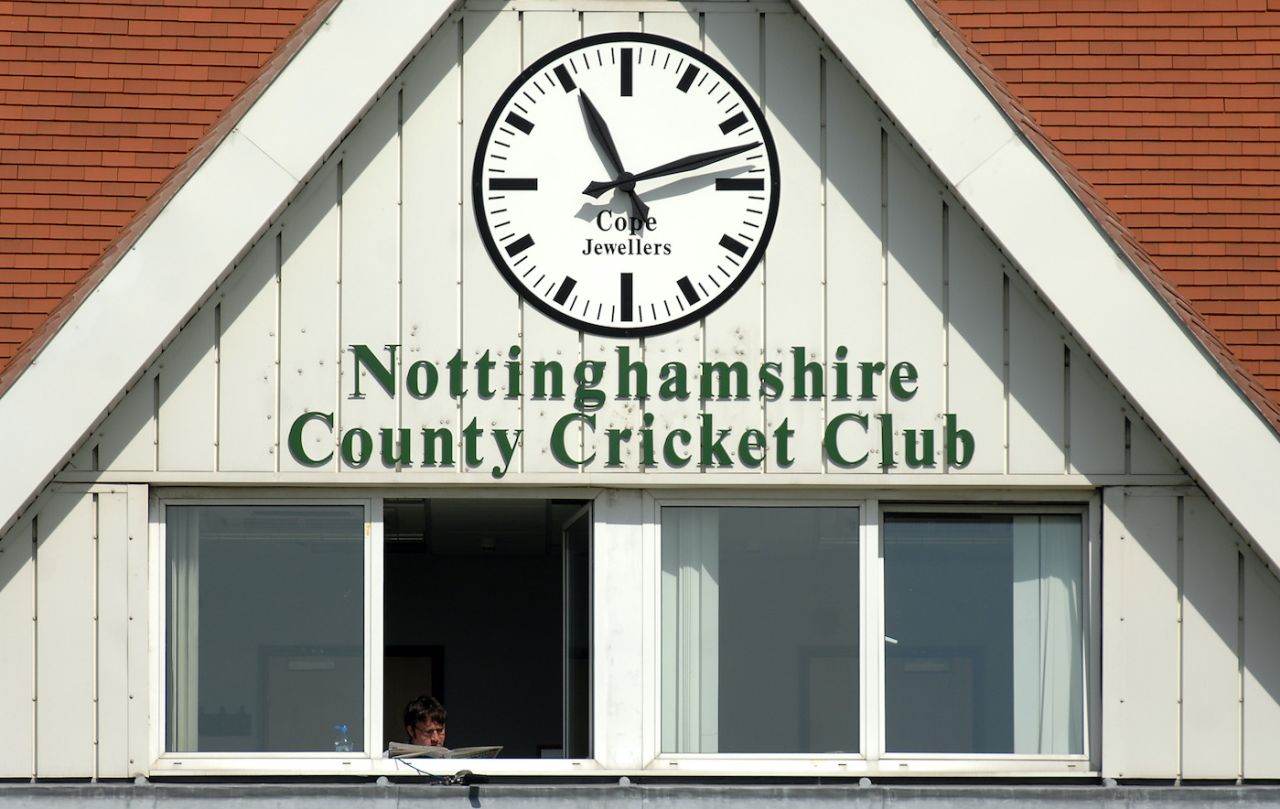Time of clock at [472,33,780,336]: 11:12
